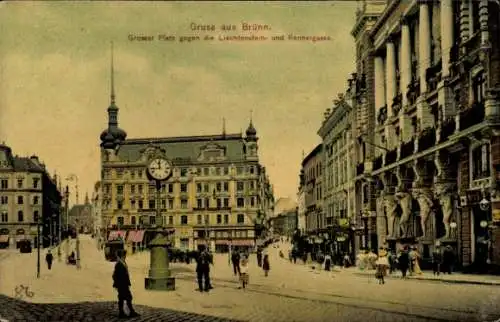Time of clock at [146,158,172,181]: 11:43
